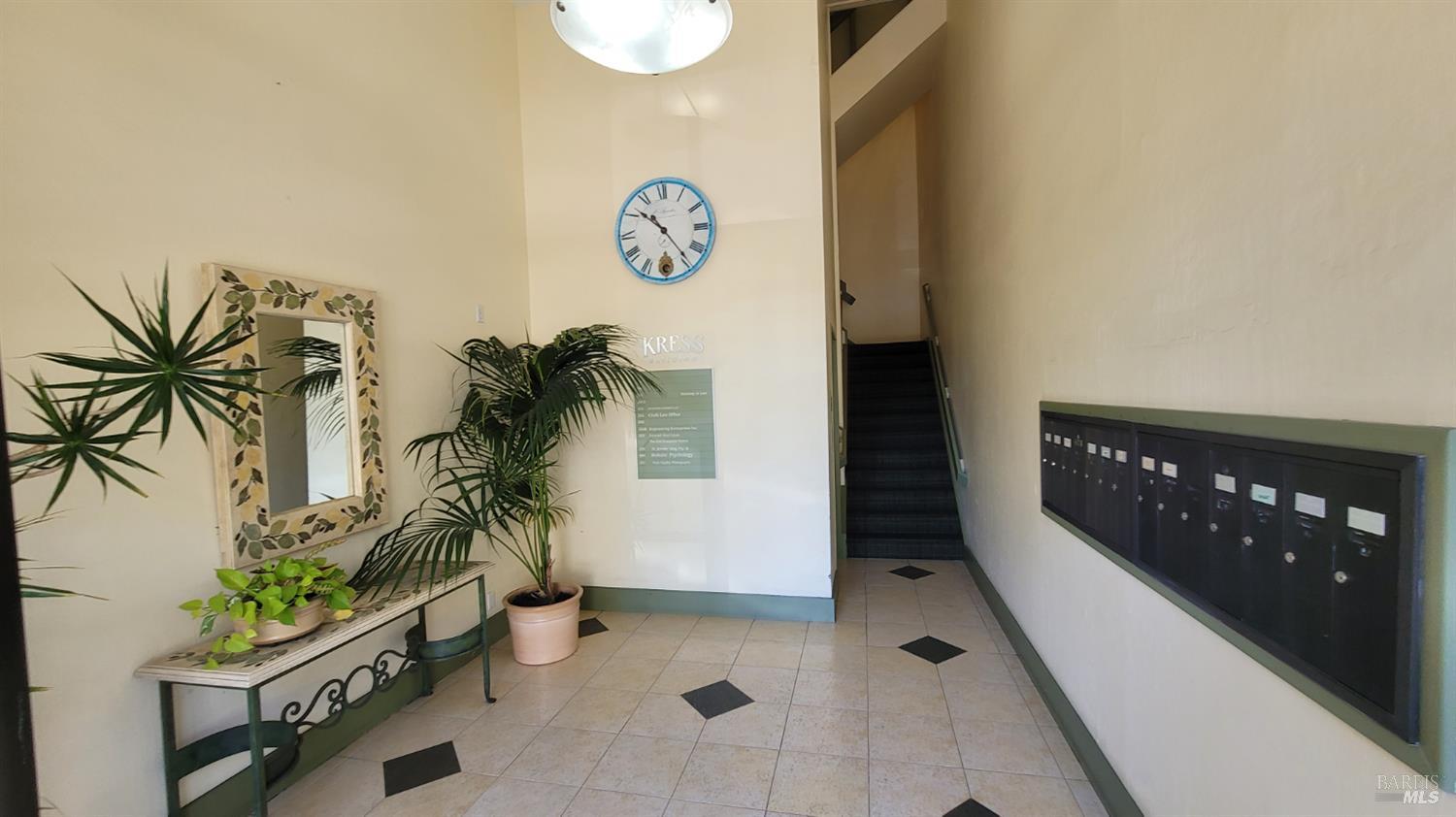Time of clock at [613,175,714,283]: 10:23
